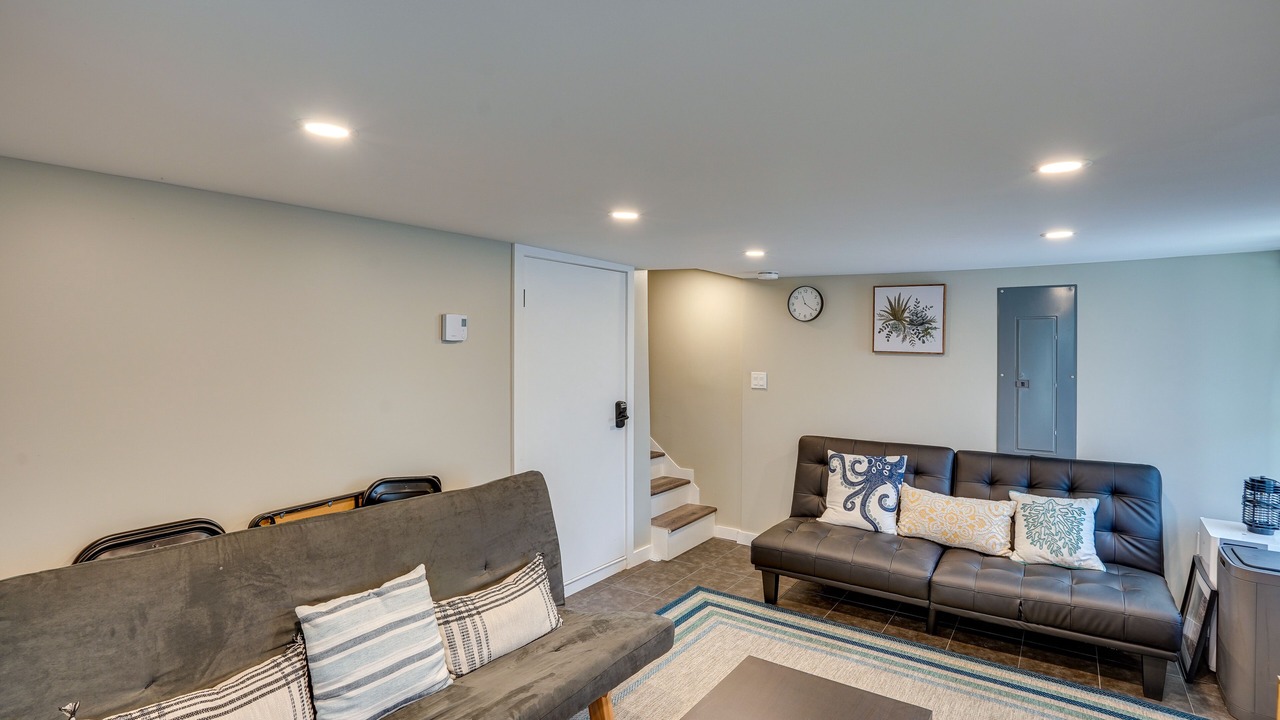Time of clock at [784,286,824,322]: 11:21
